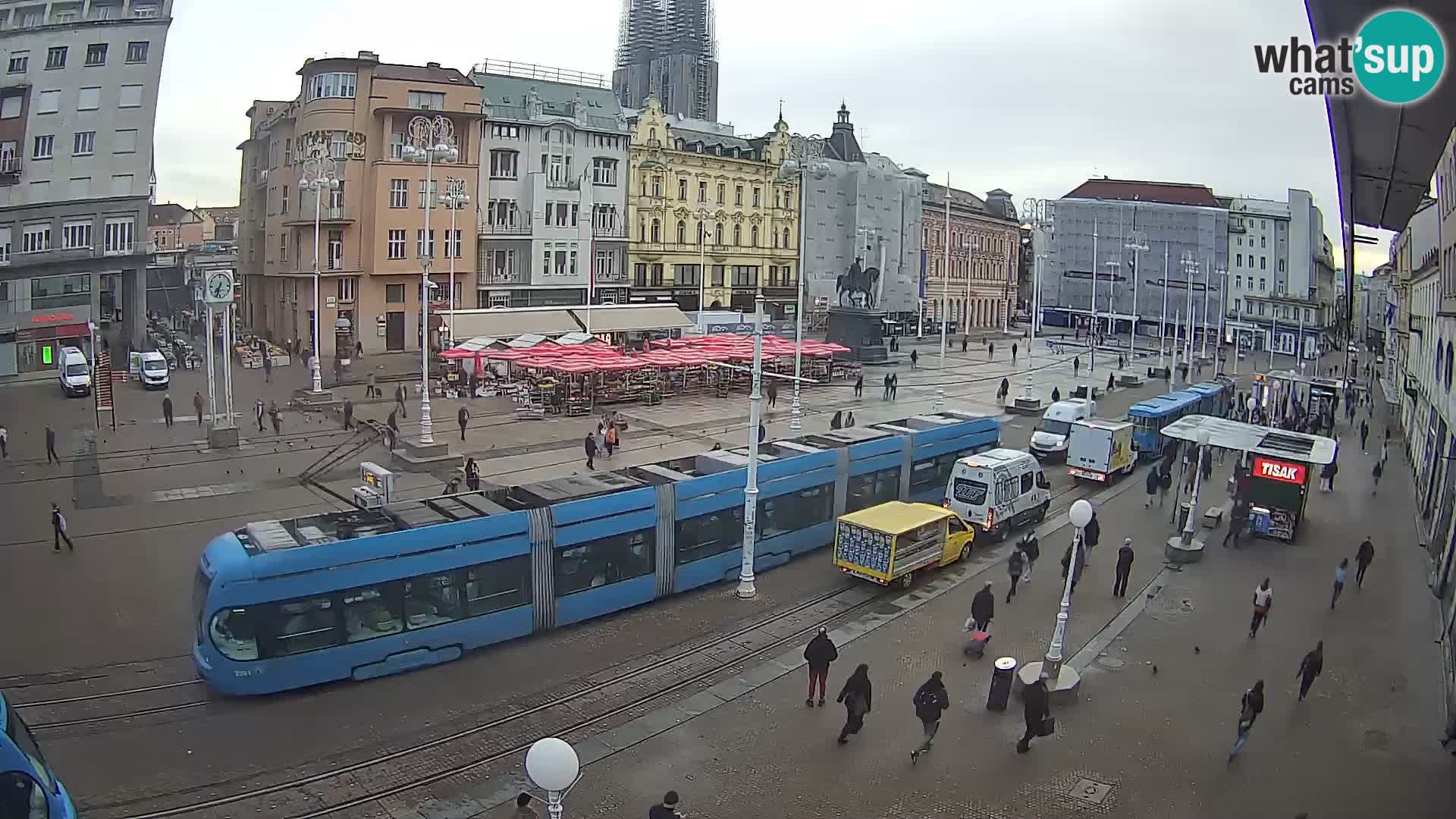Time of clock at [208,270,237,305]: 7:33
